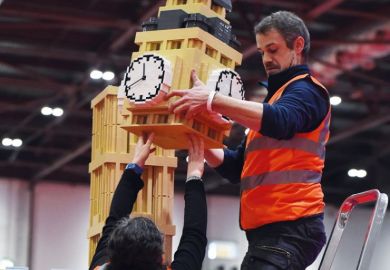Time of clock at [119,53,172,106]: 11:40
